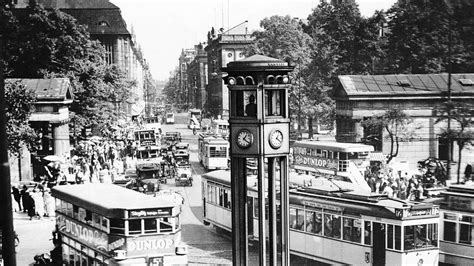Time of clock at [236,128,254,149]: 1:21
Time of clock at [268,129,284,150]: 1:20
